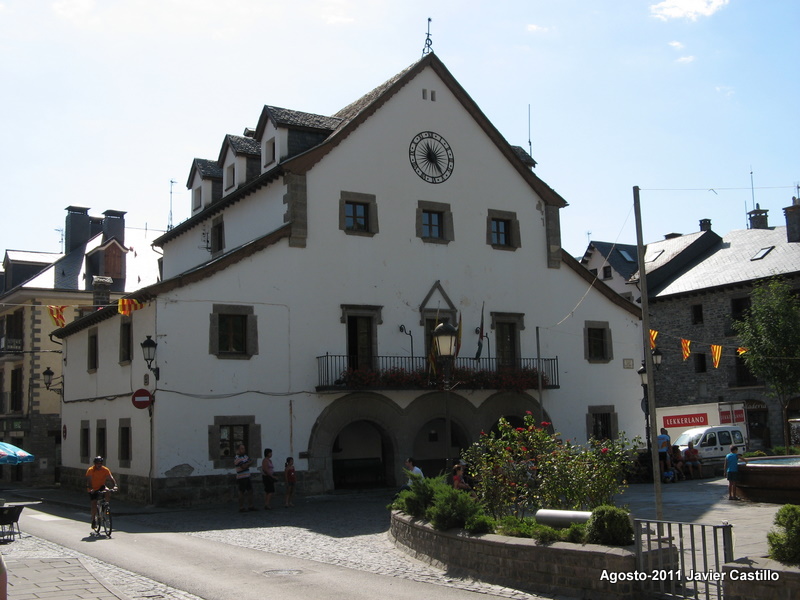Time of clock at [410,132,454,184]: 11:24
